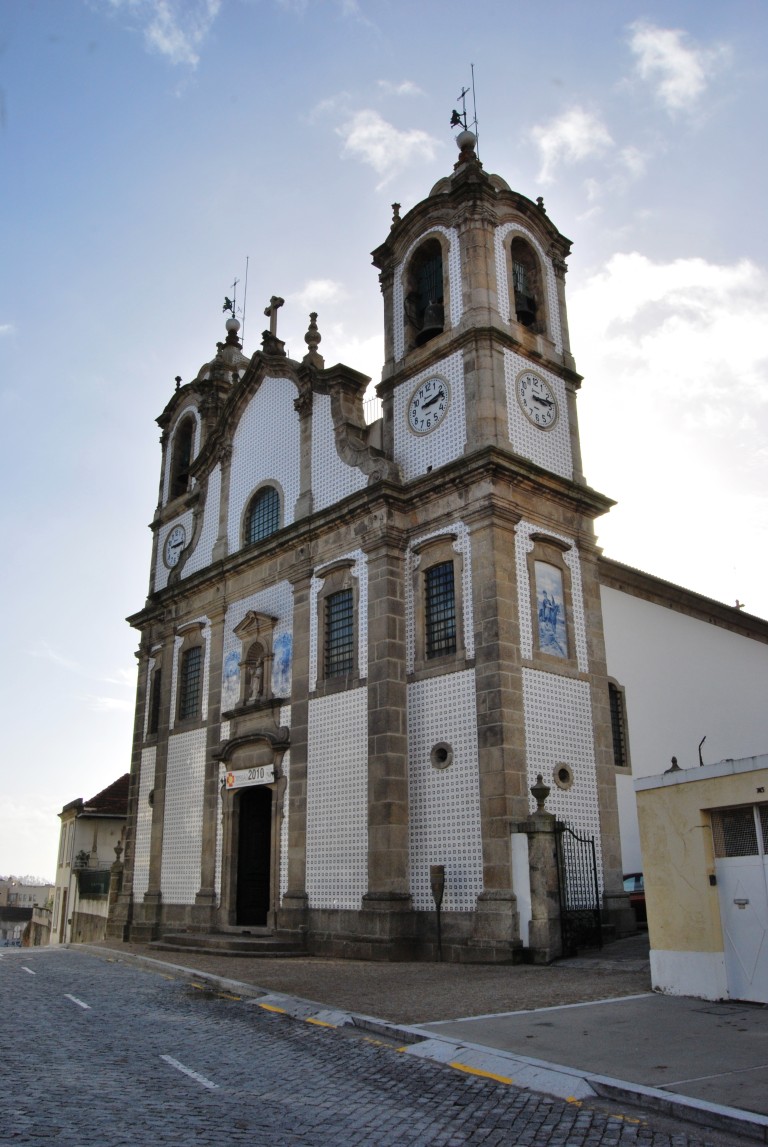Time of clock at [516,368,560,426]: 3:13
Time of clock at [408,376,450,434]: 3:12
